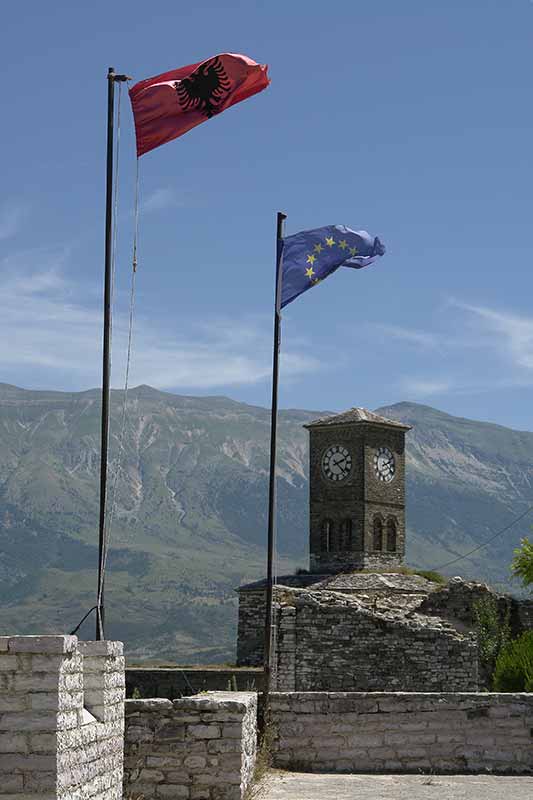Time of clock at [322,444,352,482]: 2:22
